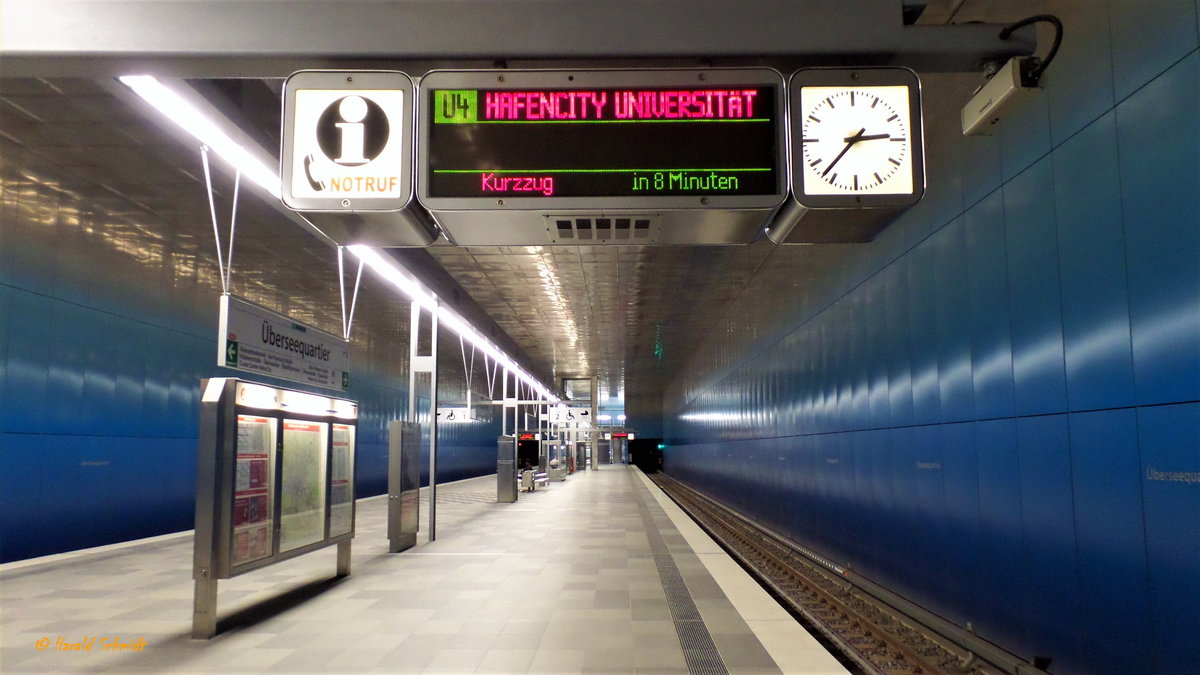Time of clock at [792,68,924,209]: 2:37
